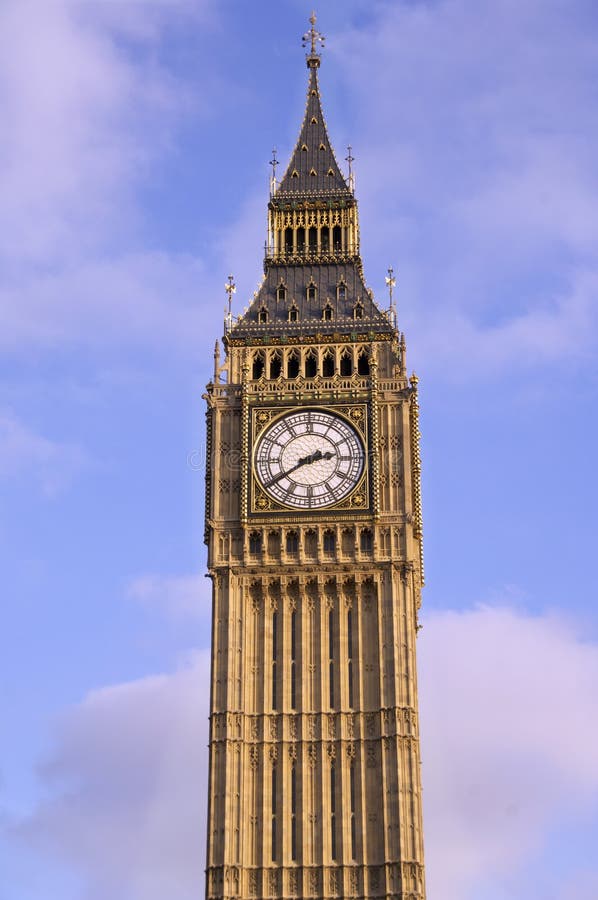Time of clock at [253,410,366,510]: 2:39
